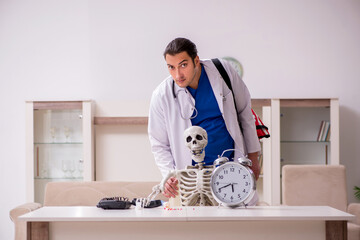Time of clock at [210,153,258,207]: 5:41
